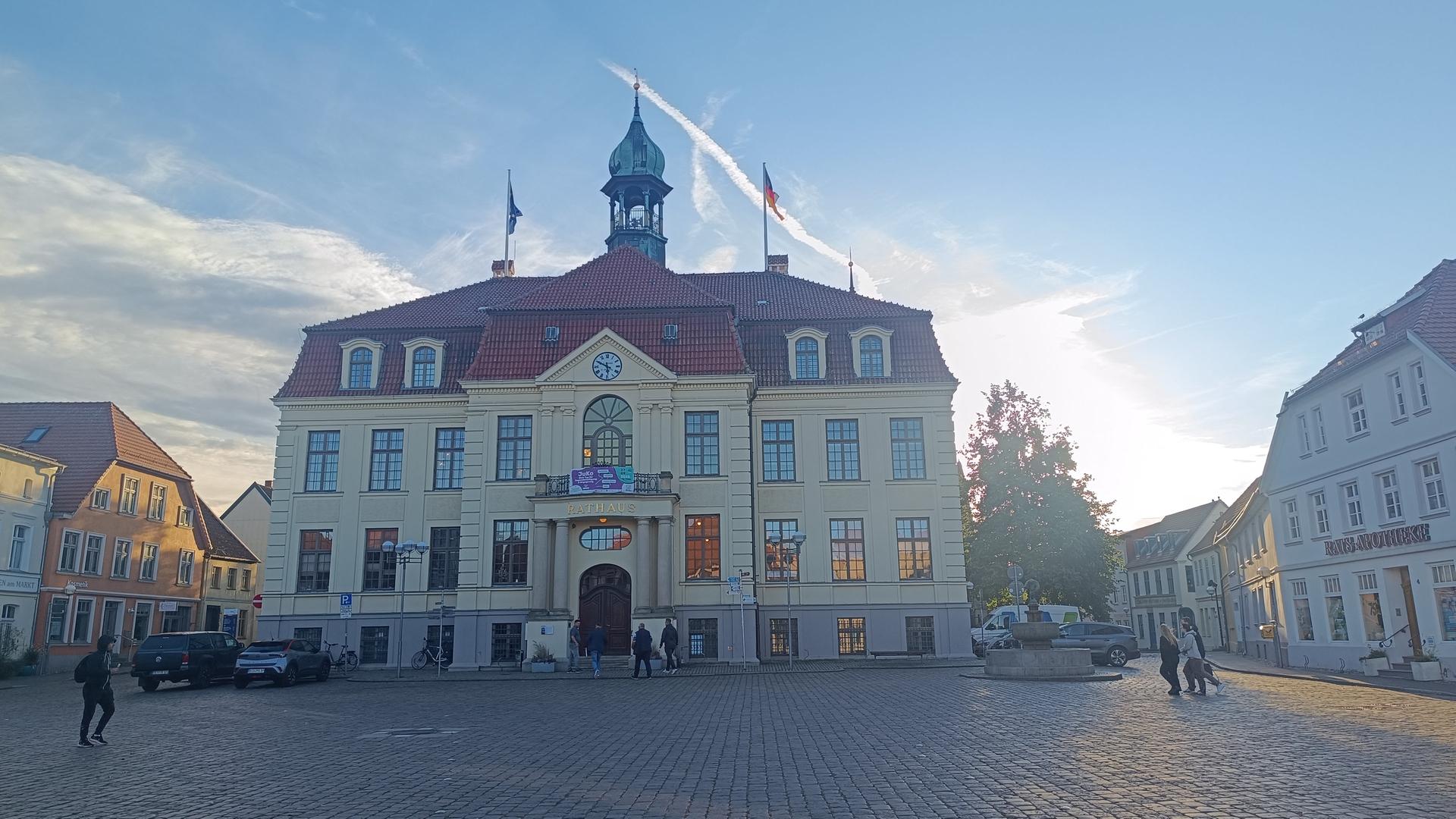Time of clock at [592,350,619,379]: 5:49
